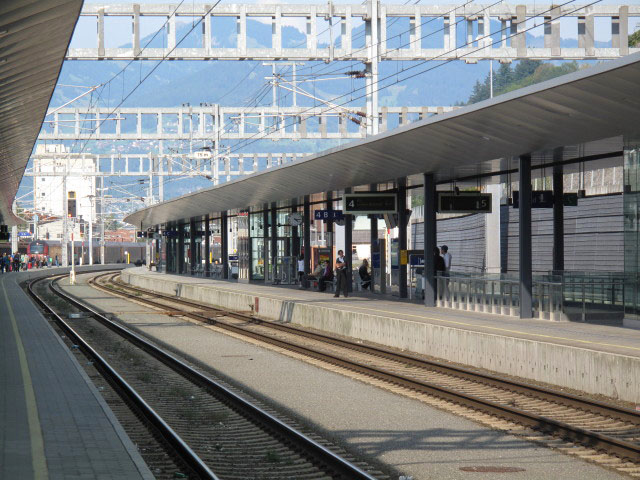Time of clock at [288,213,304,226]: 4:14
